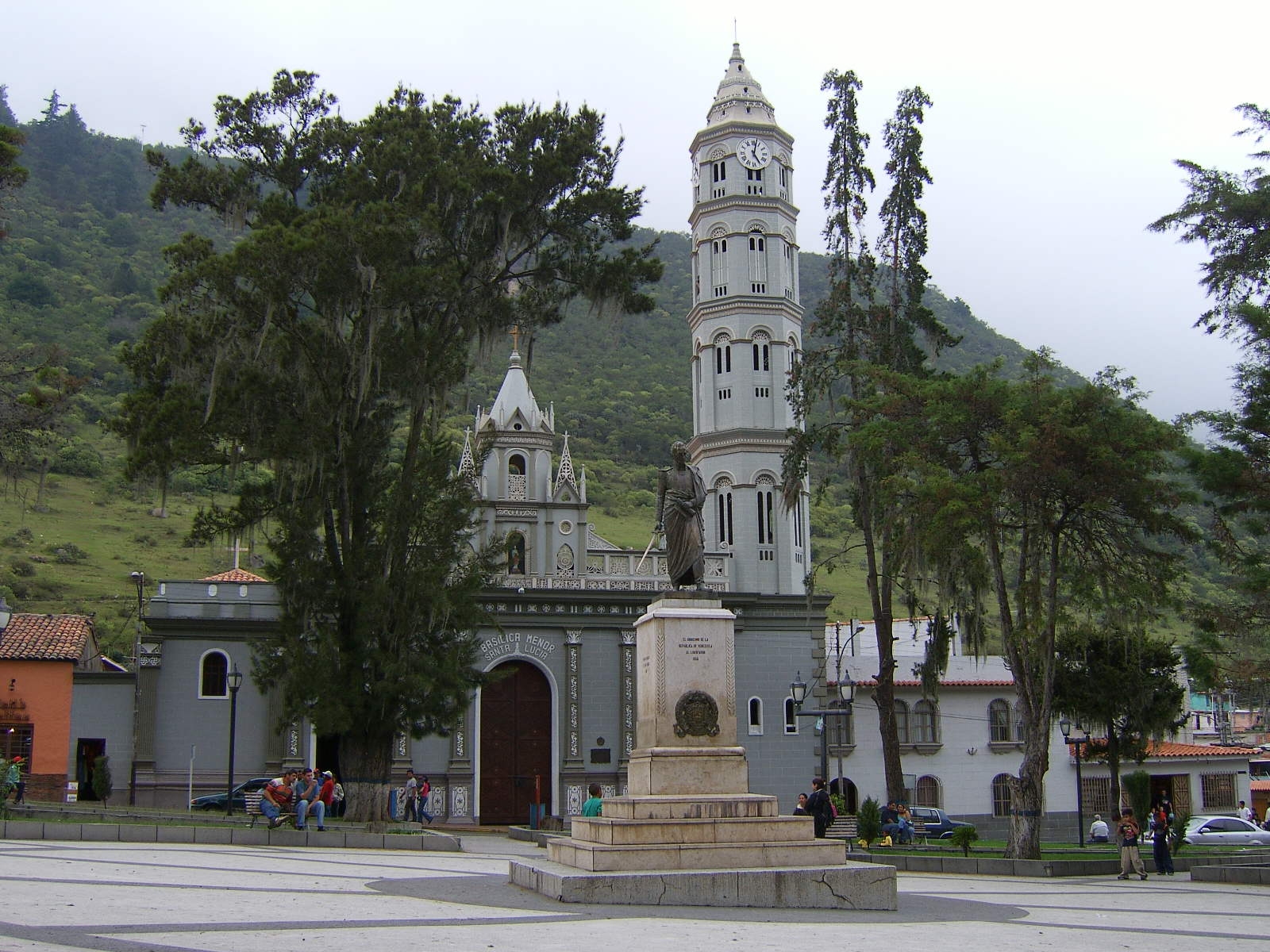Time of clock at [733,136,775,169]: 5:02
